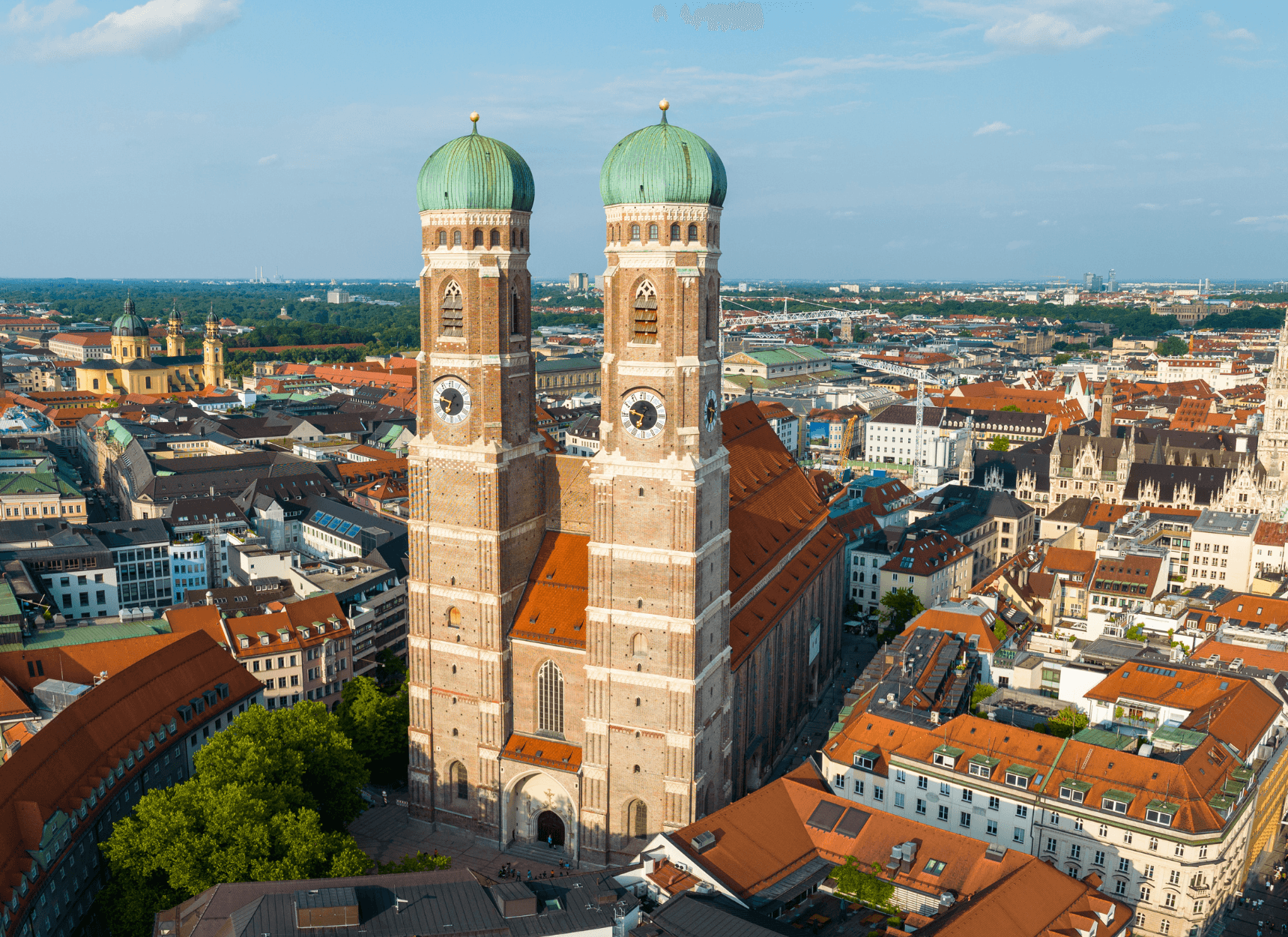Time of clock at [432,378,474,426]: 6:47
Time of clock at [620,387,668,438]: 6:47
